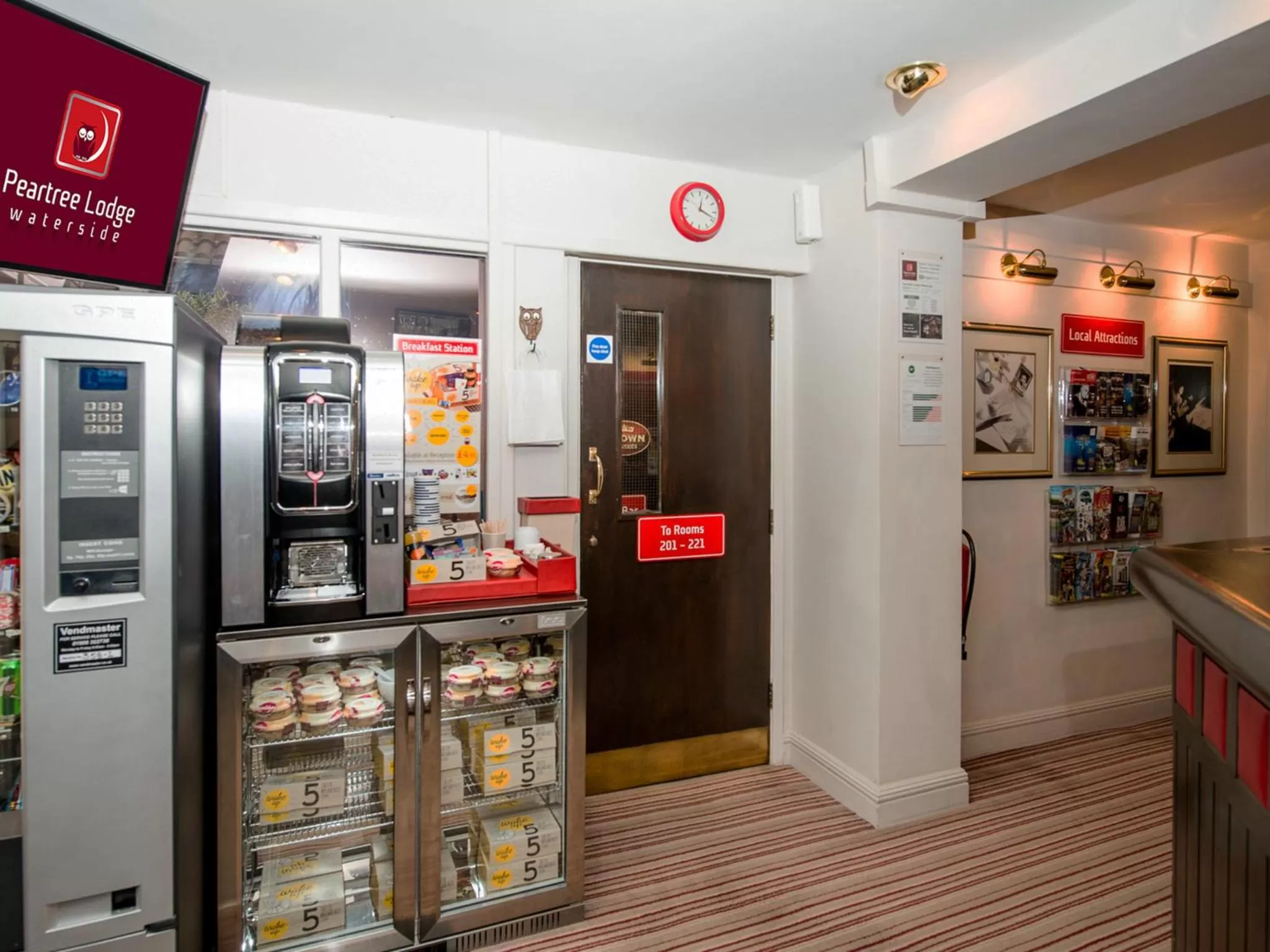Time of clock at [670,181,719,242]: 12:18
